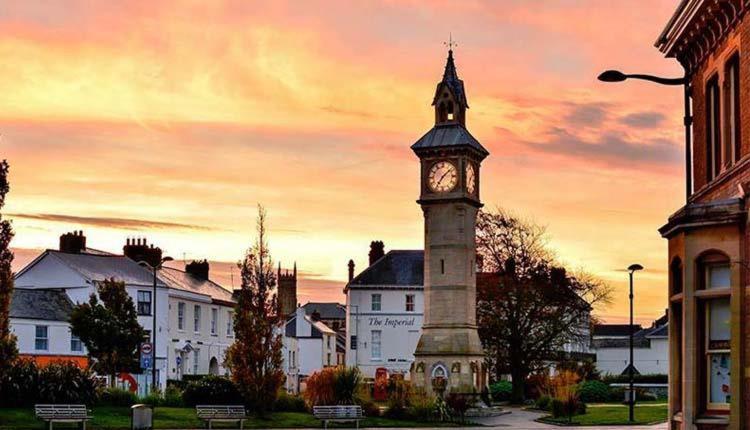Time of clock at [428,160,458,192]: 7:08
